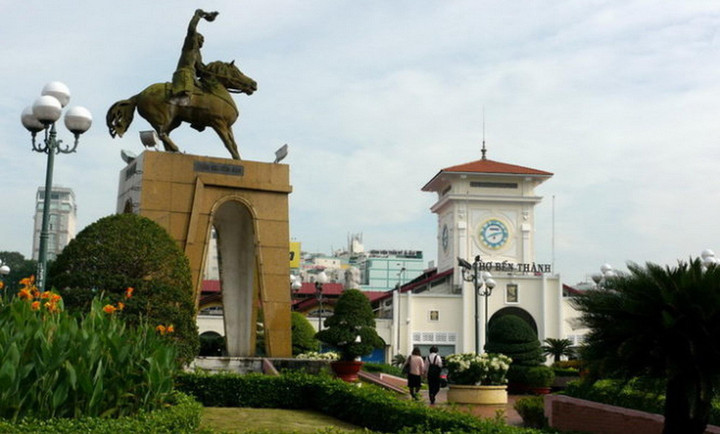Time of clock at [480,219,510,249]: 8:12
